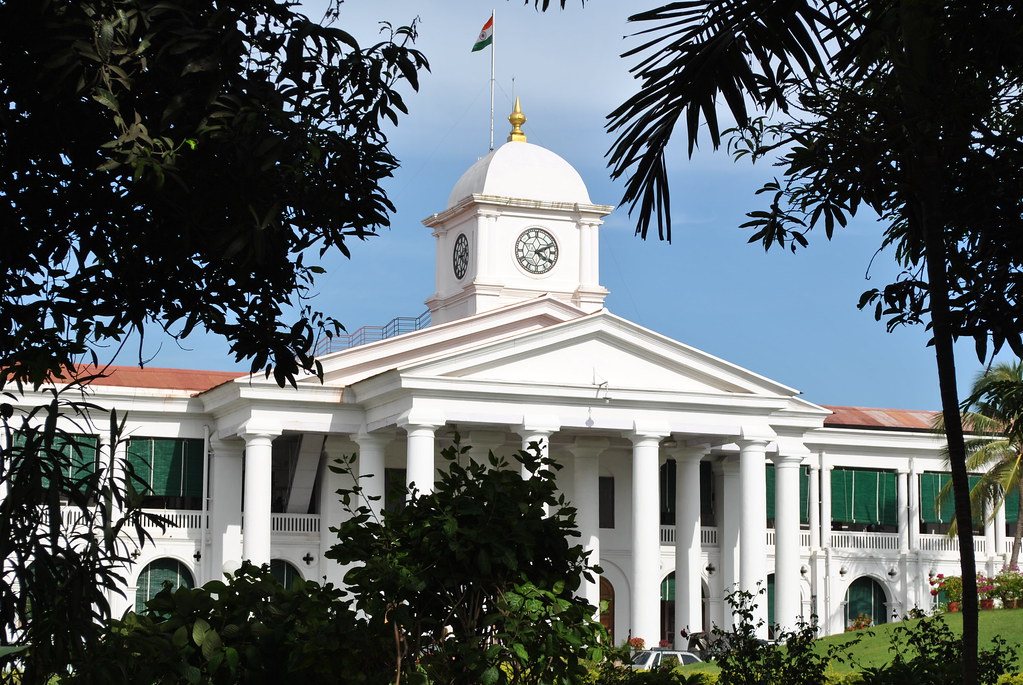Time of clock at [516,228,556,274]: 4:11
